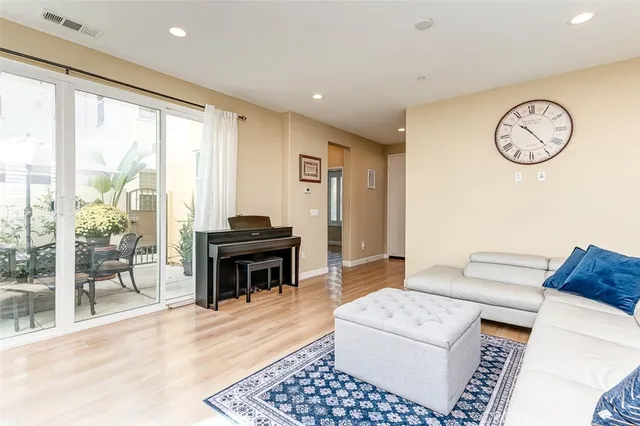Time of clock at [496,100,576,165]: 10:23
